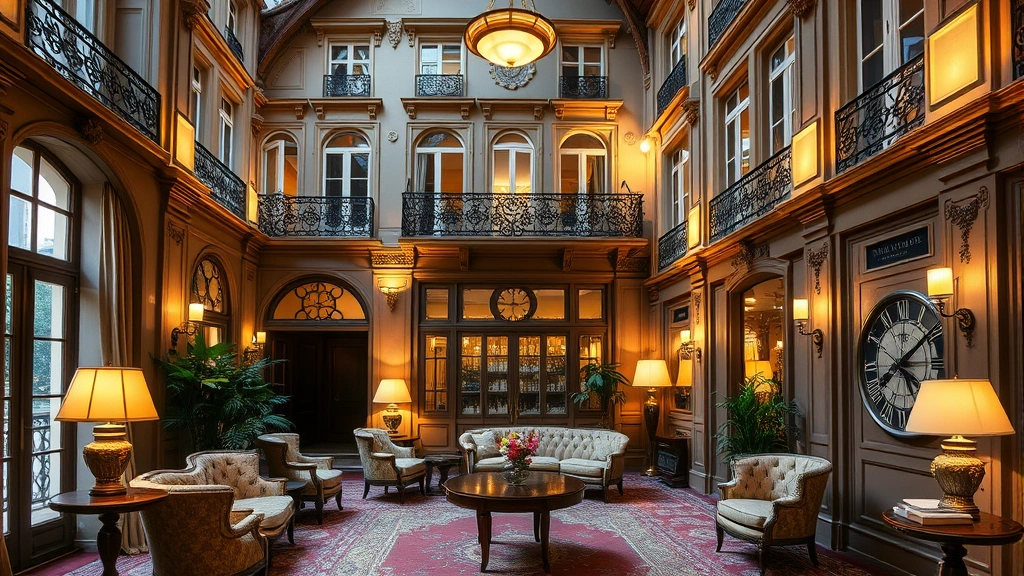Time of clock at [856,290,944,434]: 5:09
